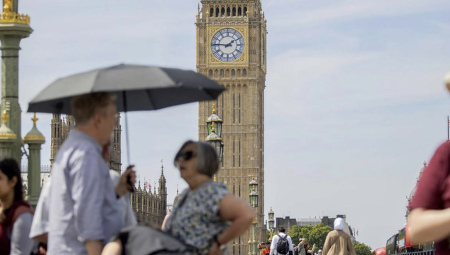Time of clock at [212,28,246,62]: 1:46
